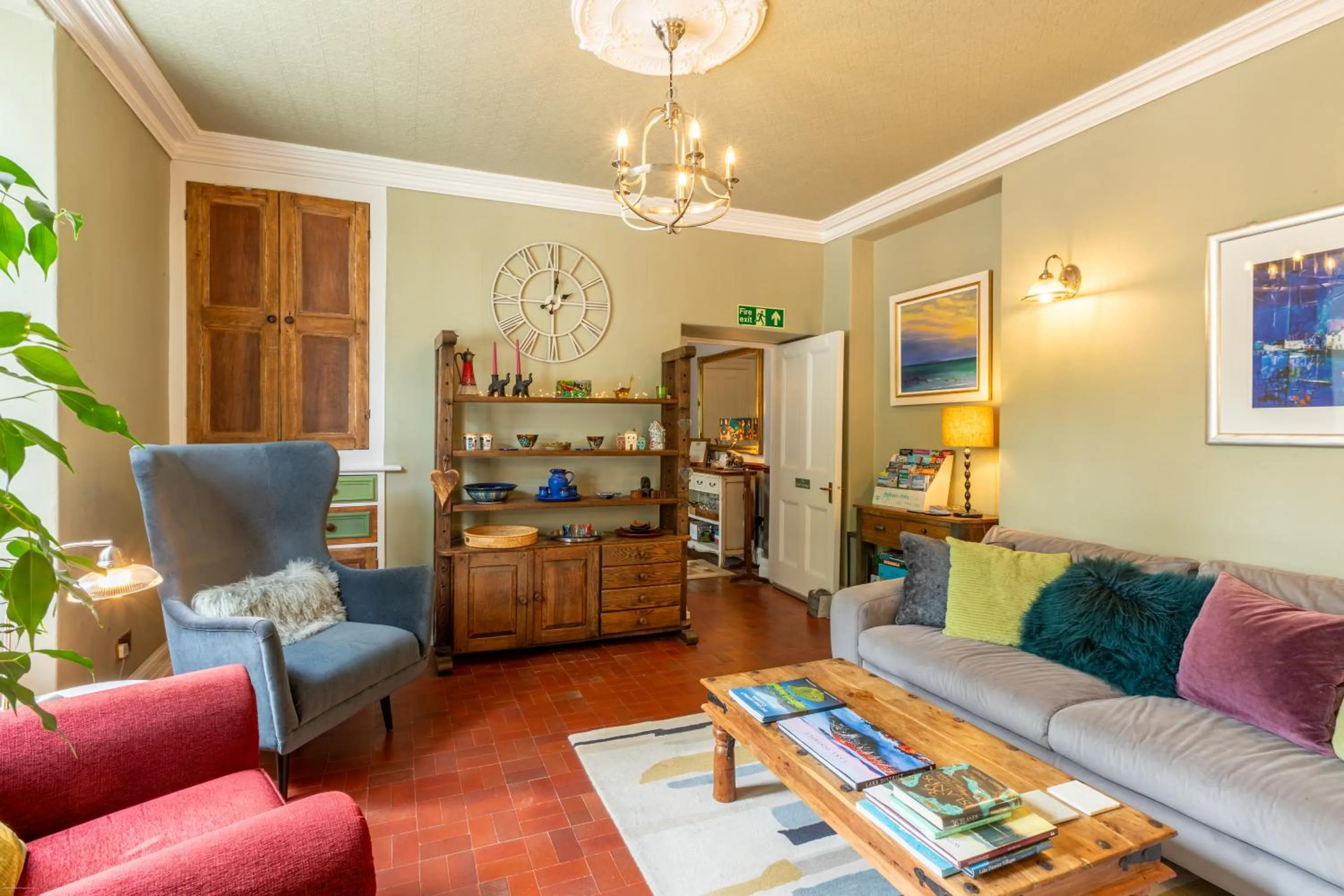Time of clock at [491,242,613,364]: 2:01
